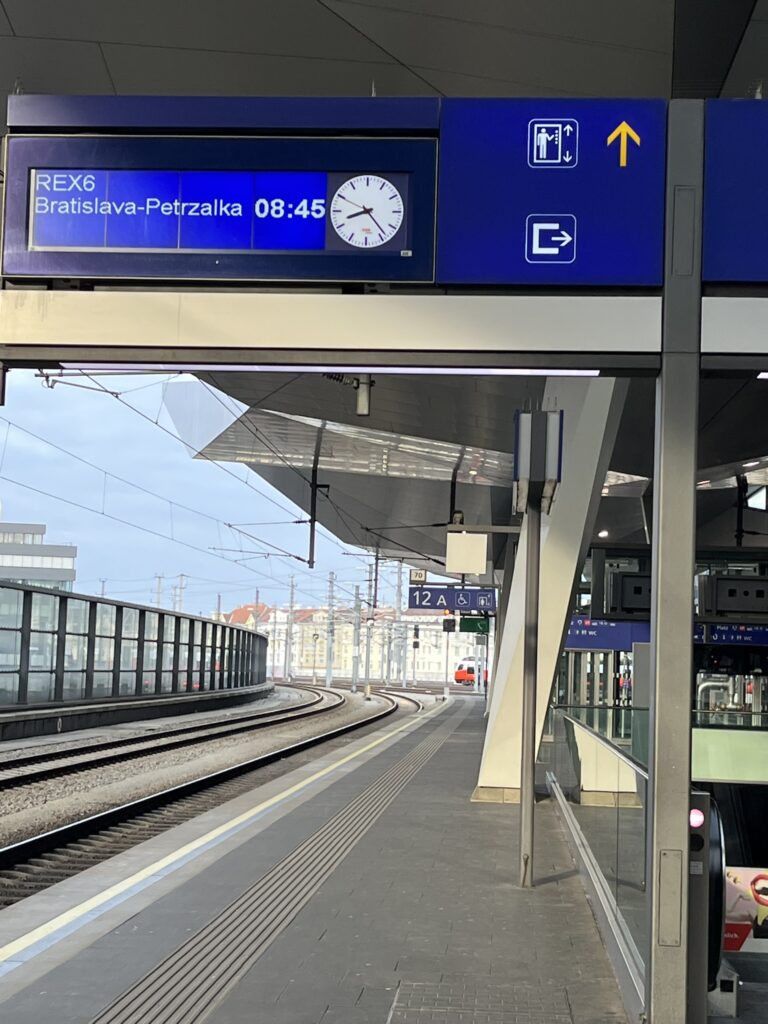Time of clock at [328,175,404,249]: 8:23
